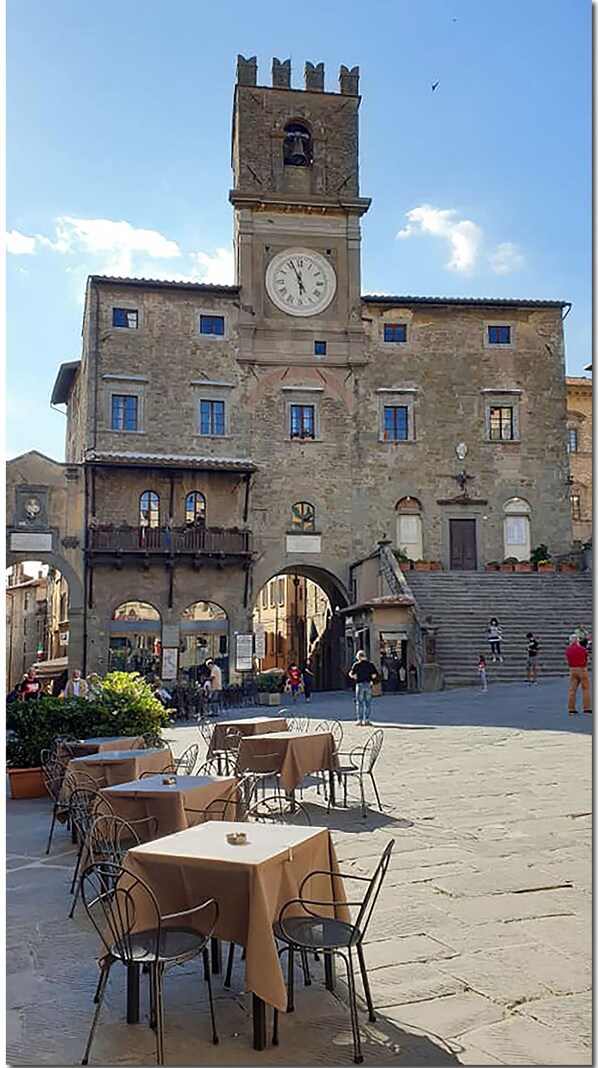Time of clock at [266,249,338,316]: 5:56
